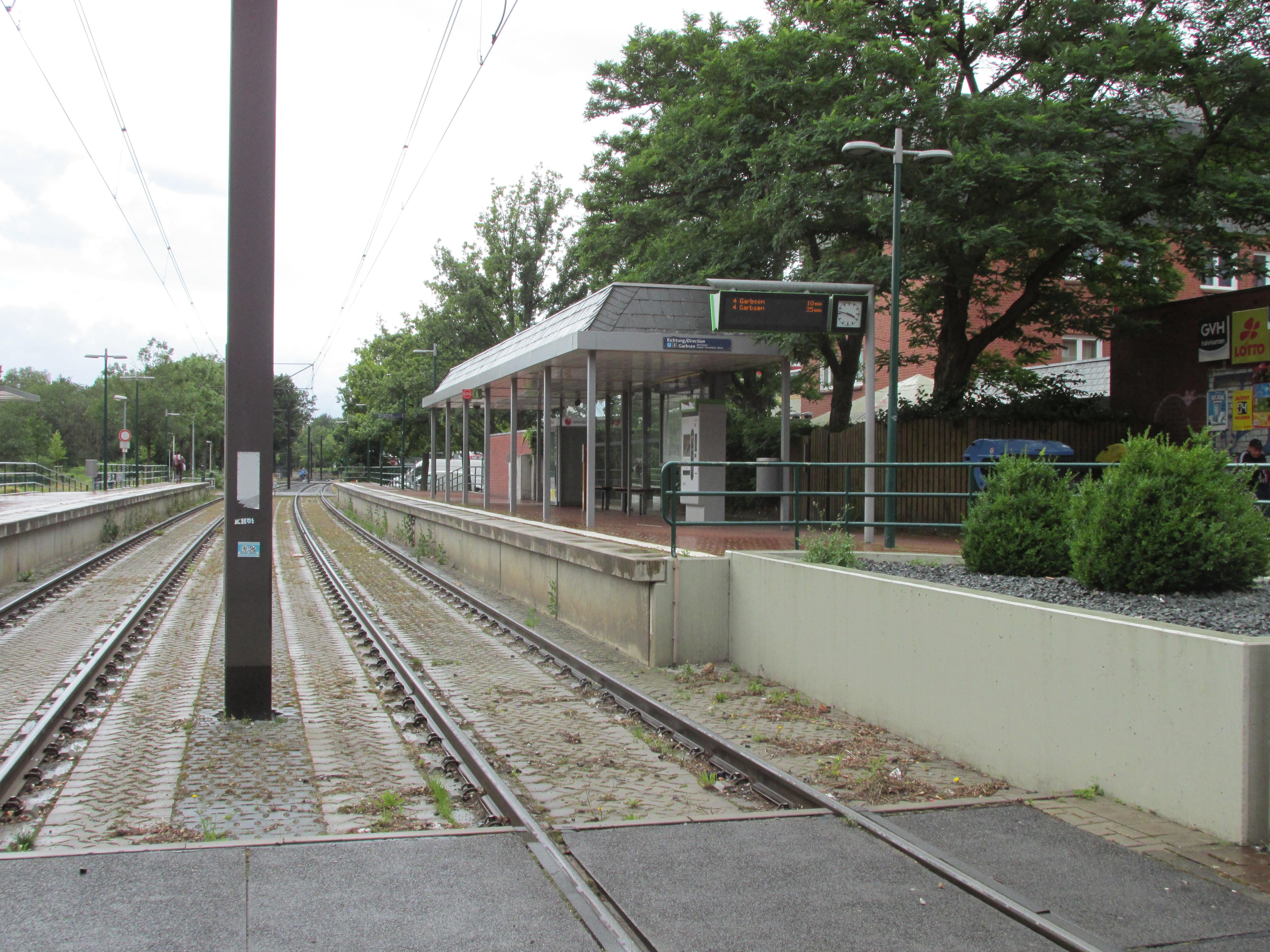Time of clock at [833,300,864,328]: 3:46
